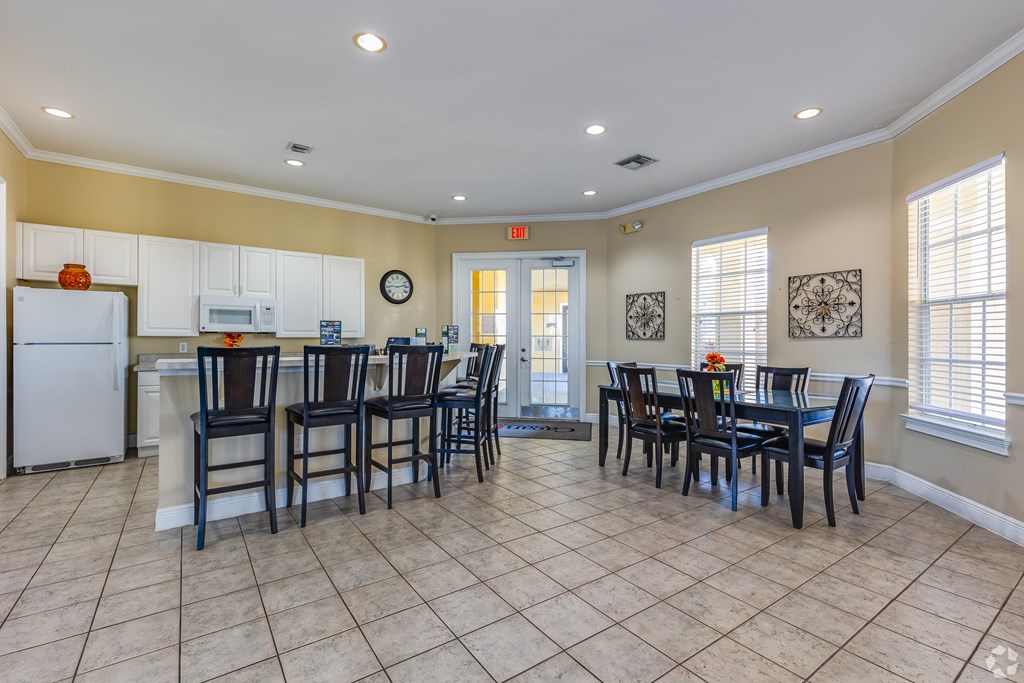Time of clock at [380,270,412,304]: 9:12
